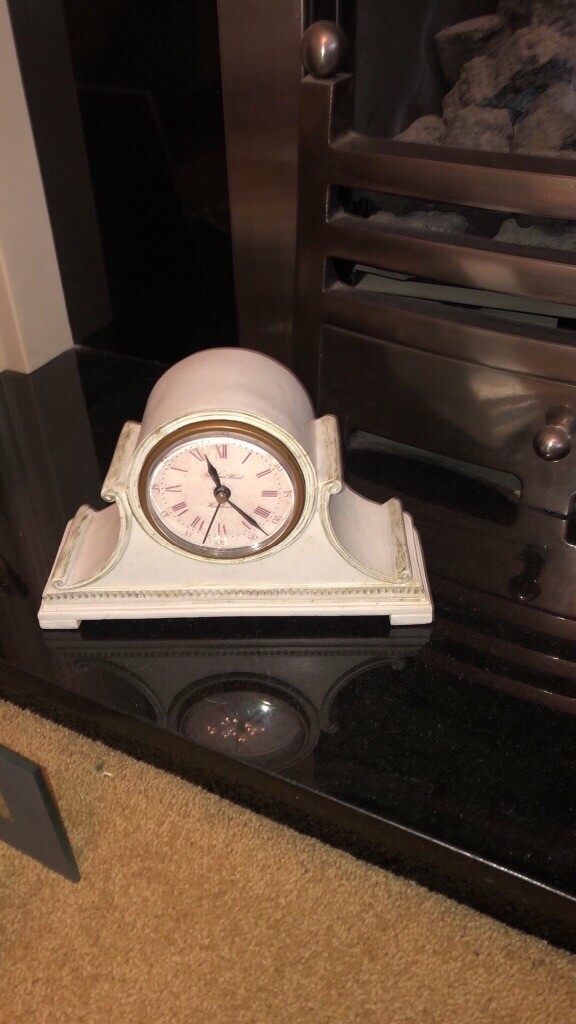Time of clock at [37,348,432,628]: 11:23
